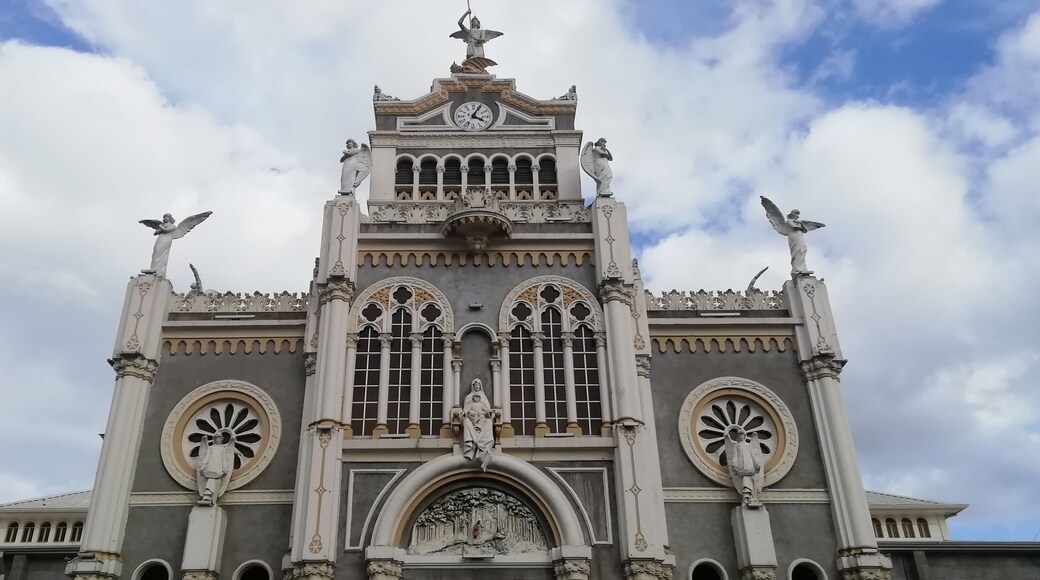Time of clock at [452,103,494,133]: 4:04
